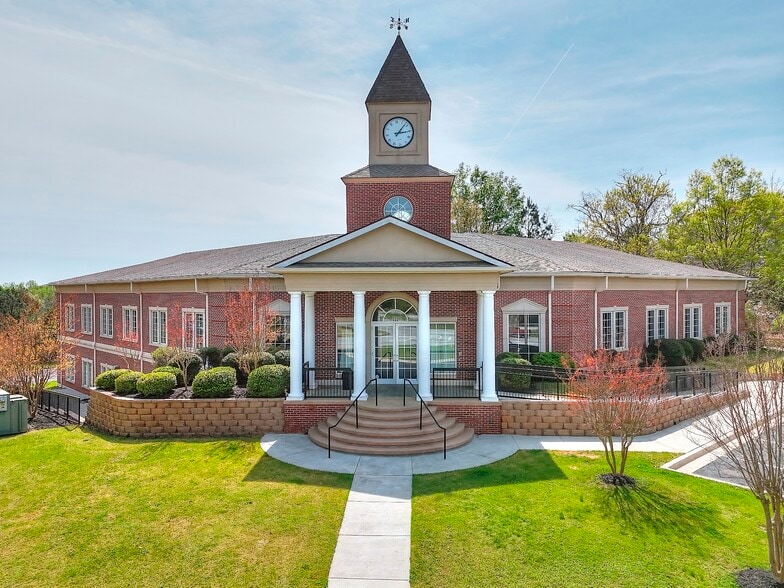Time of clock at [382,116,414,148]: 3:07
